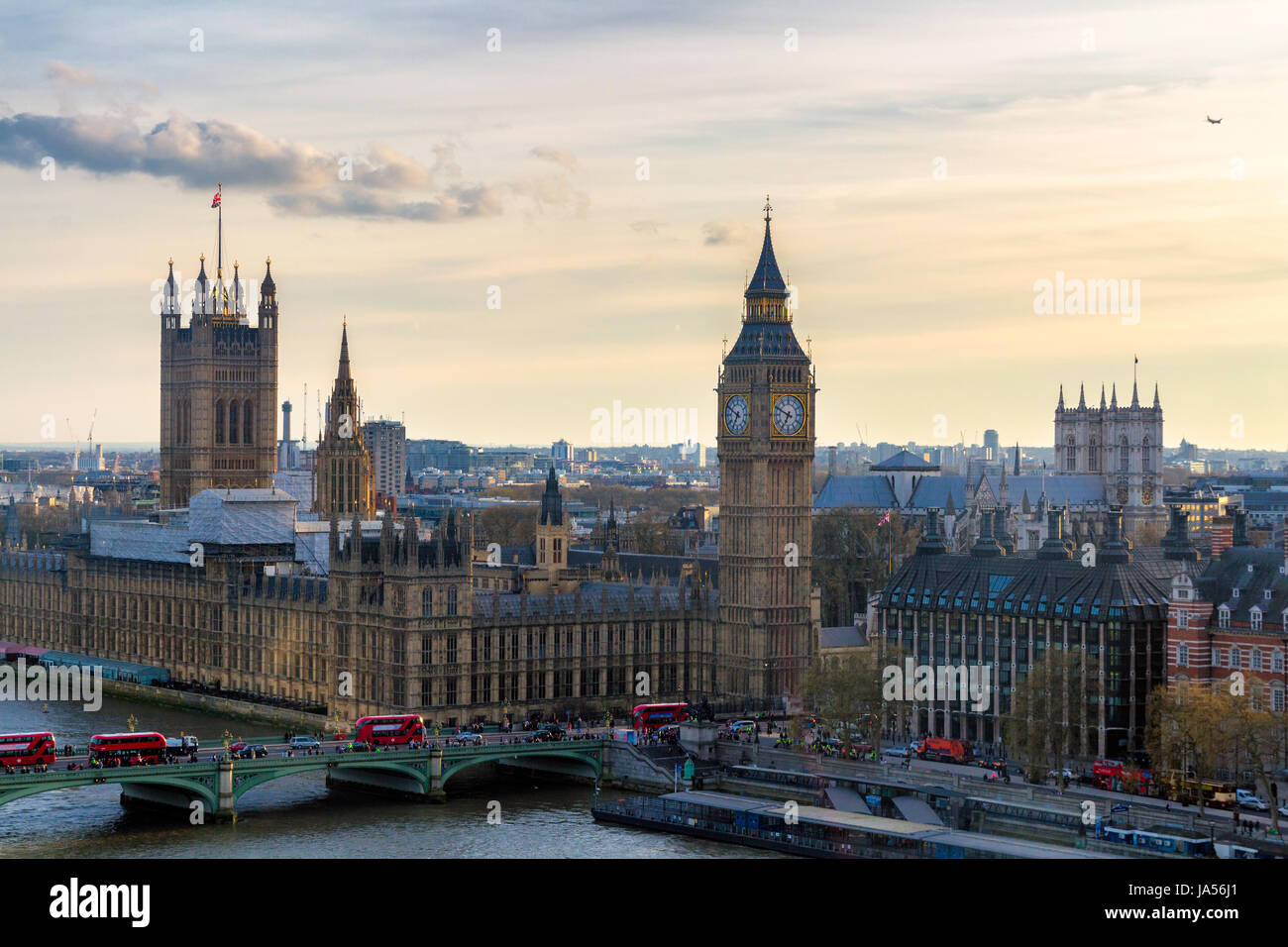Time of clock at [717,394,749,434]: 6:49
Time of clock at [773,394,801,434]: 6:49
